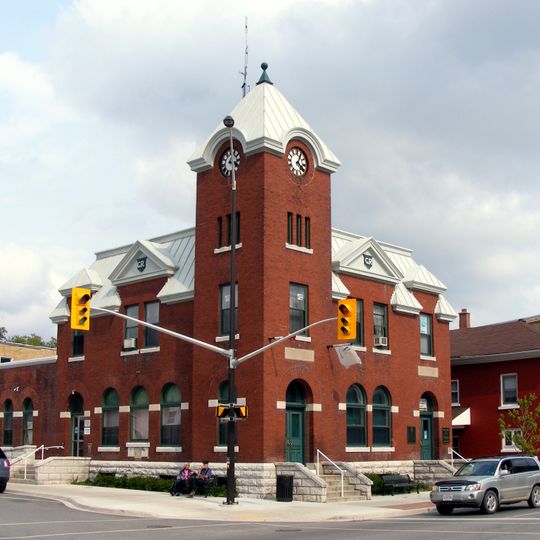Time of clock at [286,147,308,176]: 4:04
